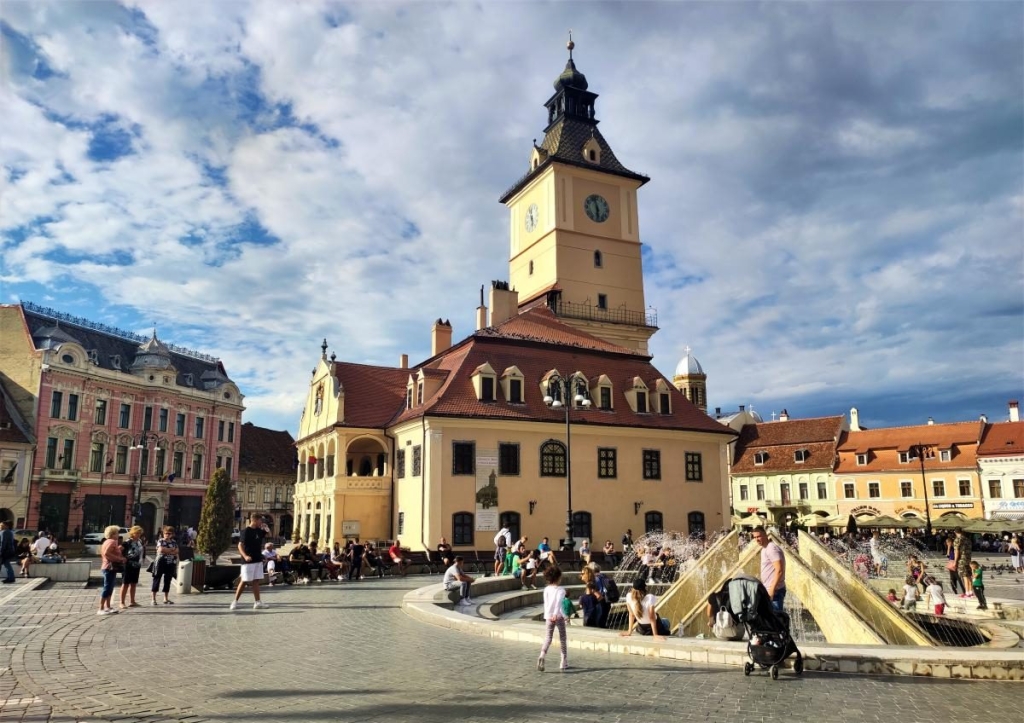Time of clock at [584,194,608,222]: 5:57
